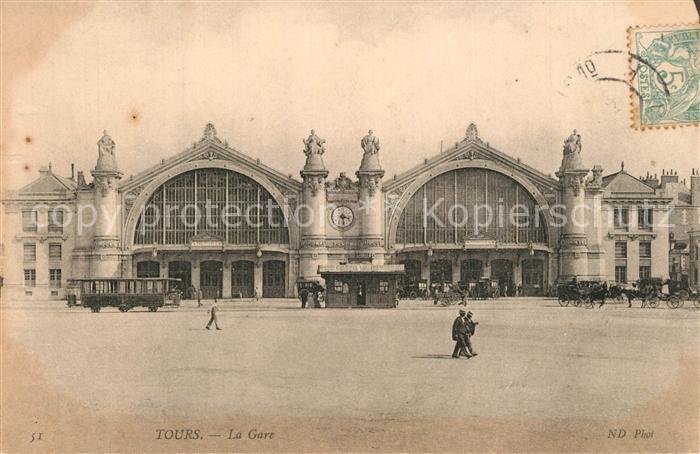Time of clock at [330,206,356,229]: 3:28
